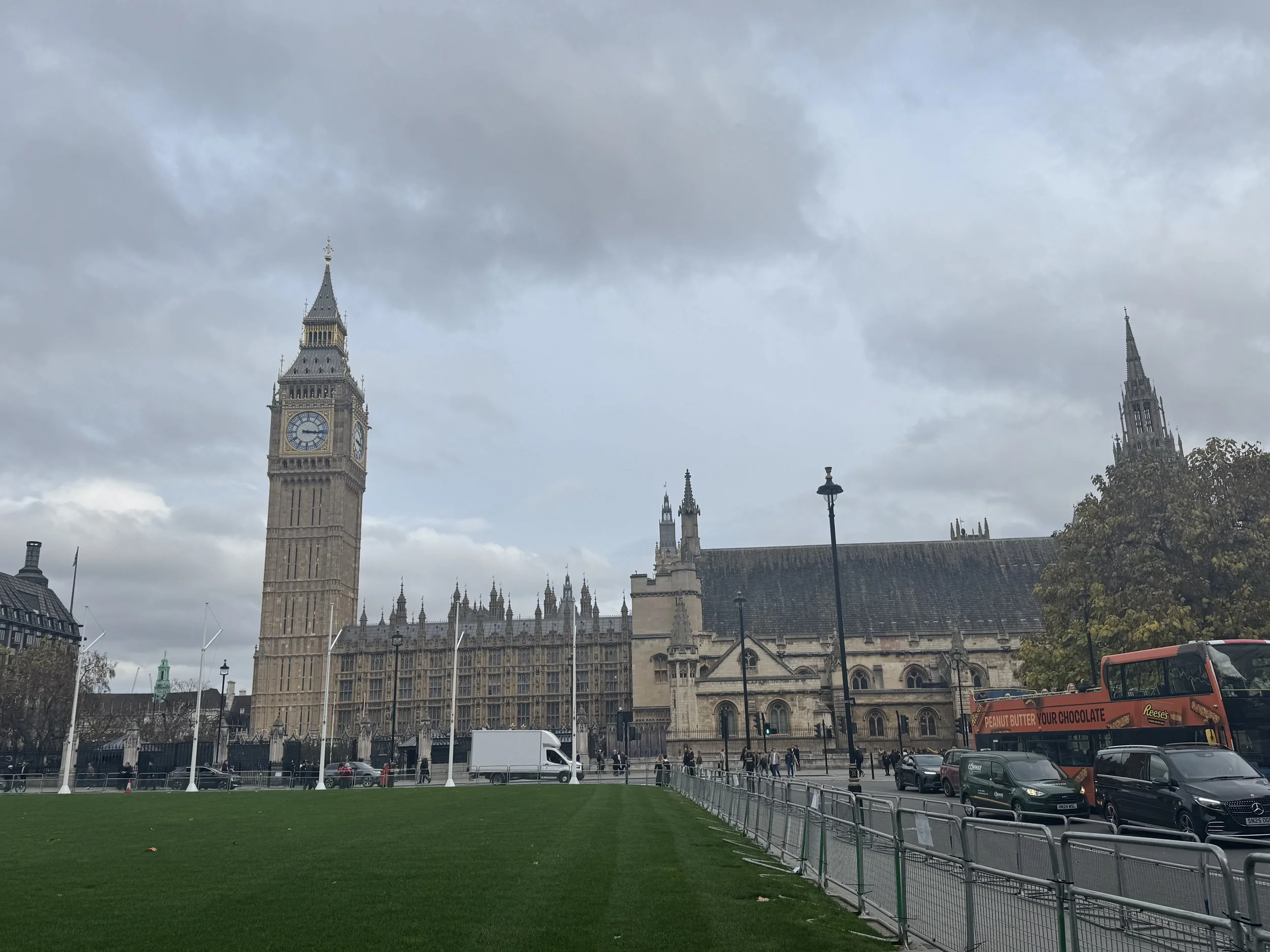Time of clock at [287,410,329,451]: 3:16
